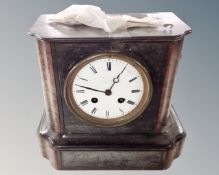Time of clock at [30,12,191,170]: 12:47
